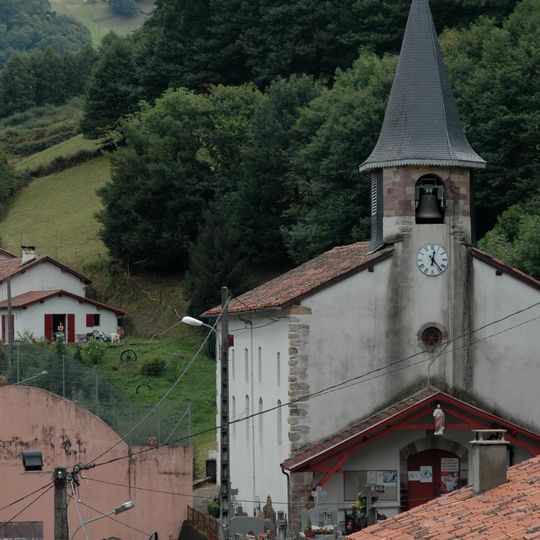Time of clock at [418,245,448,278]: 12:23
